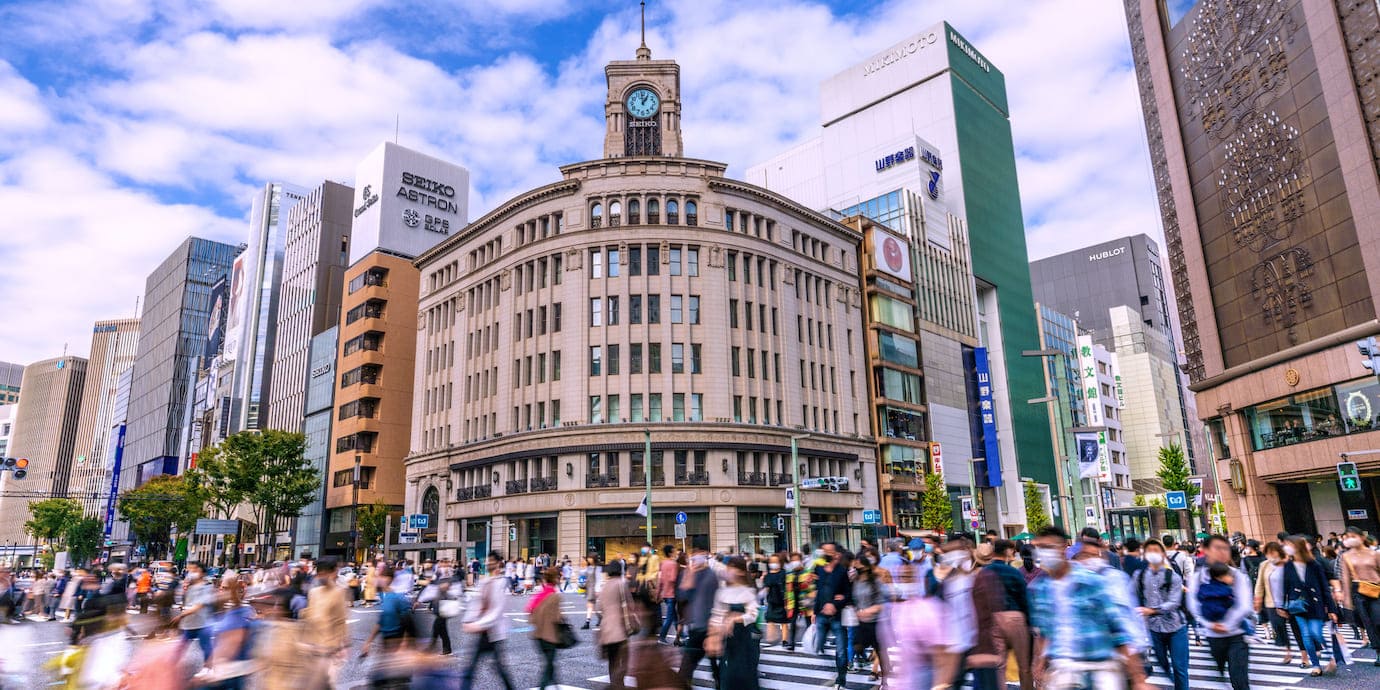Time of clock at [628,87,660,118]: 12:58
